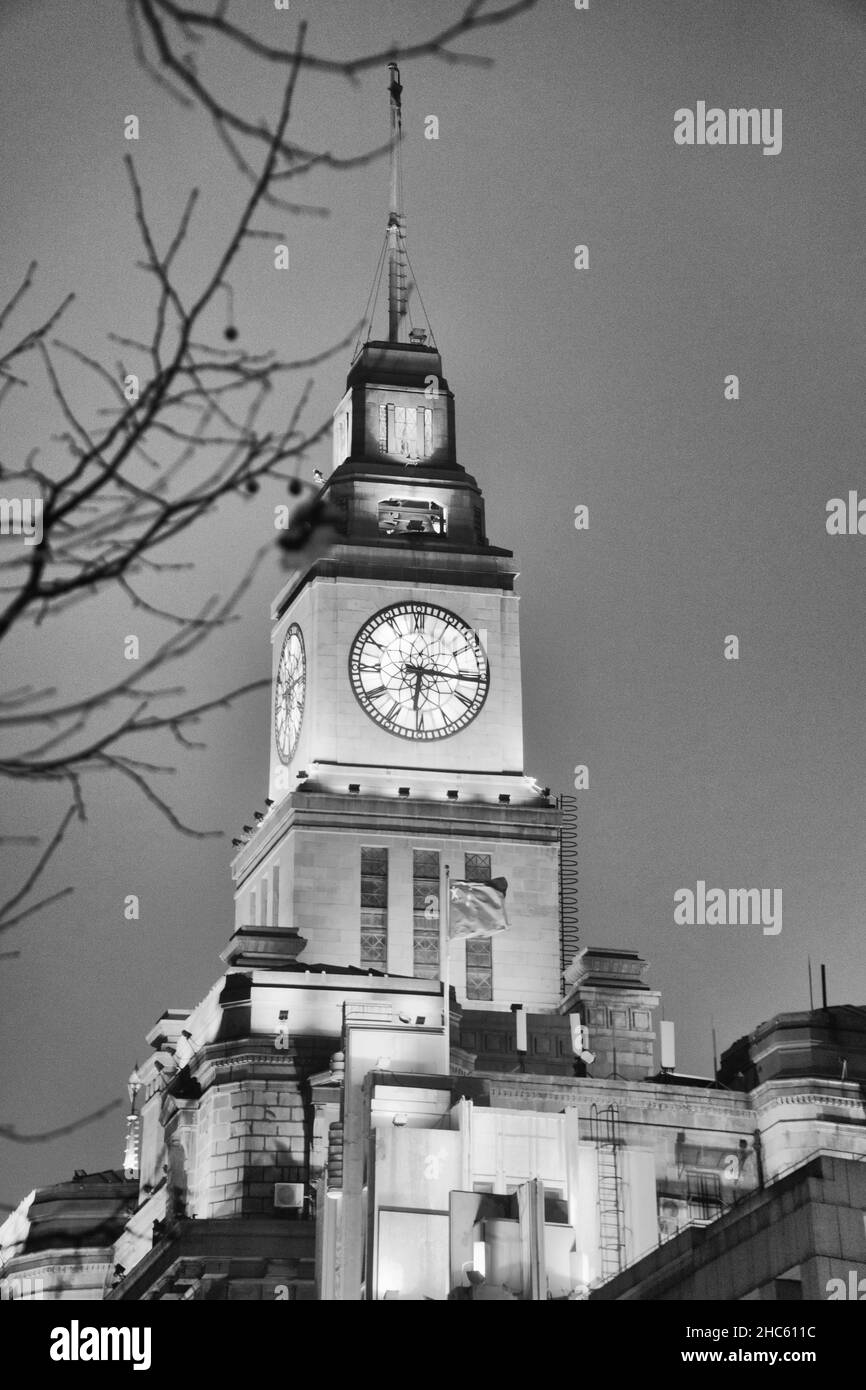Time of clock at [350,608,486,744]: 6:15
